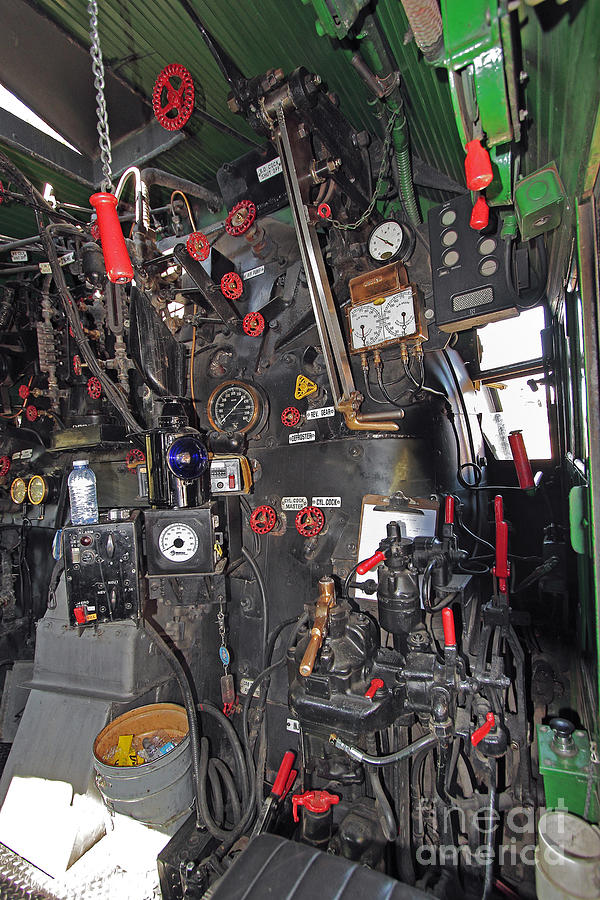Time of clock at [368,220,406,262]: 3:49
